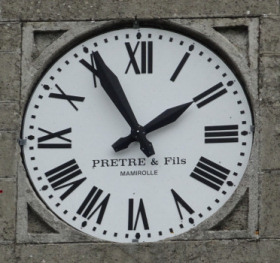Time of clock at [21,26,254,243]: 1:54
